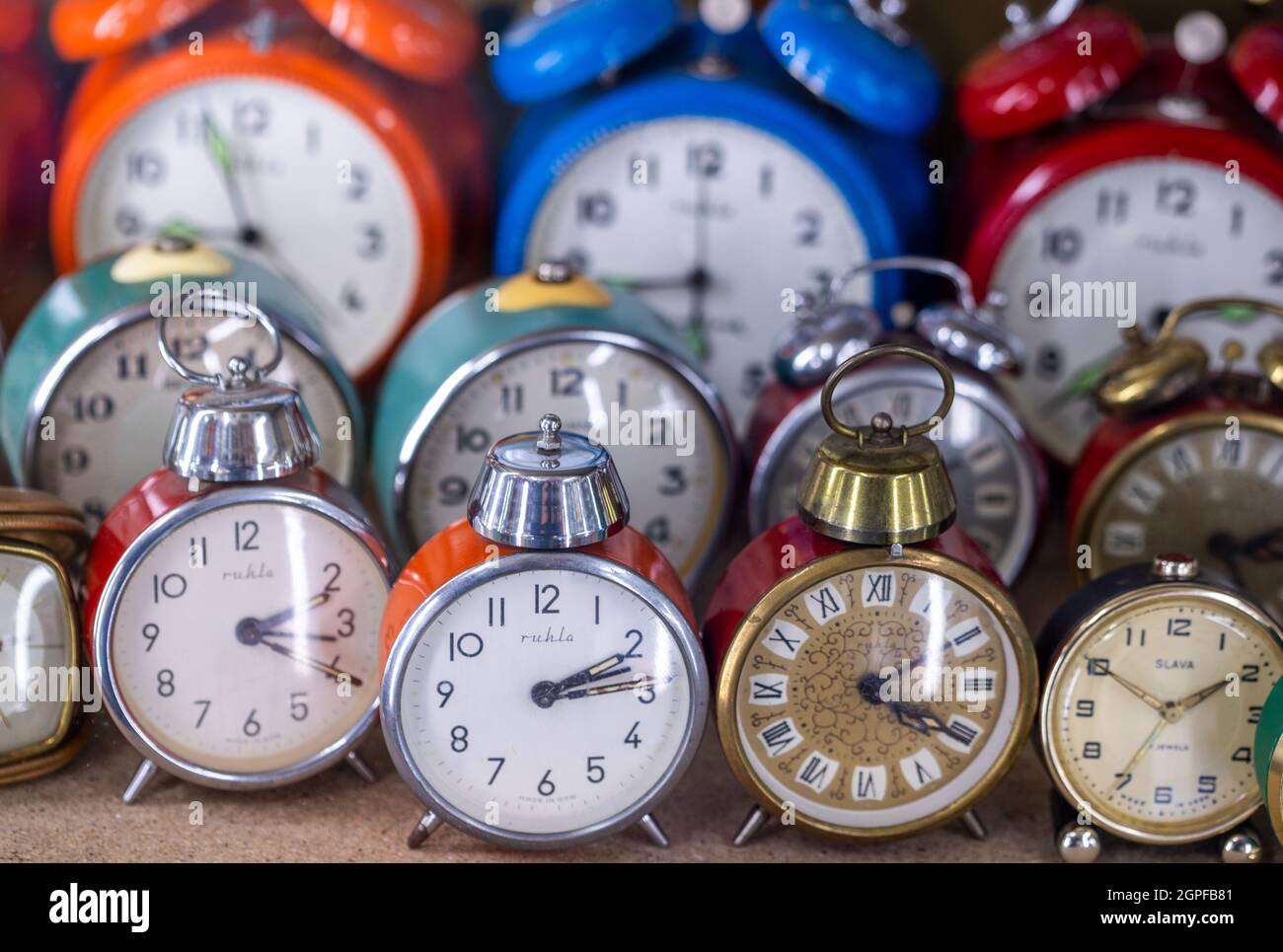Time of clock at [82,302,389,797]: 2:18
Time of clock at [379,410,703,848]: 2:13
